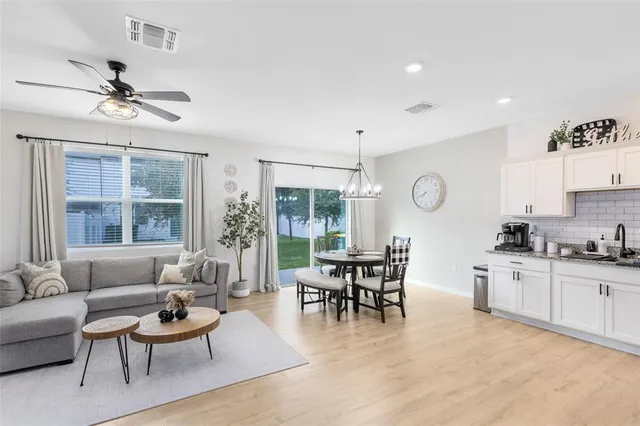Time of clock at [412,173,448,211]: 7:41
